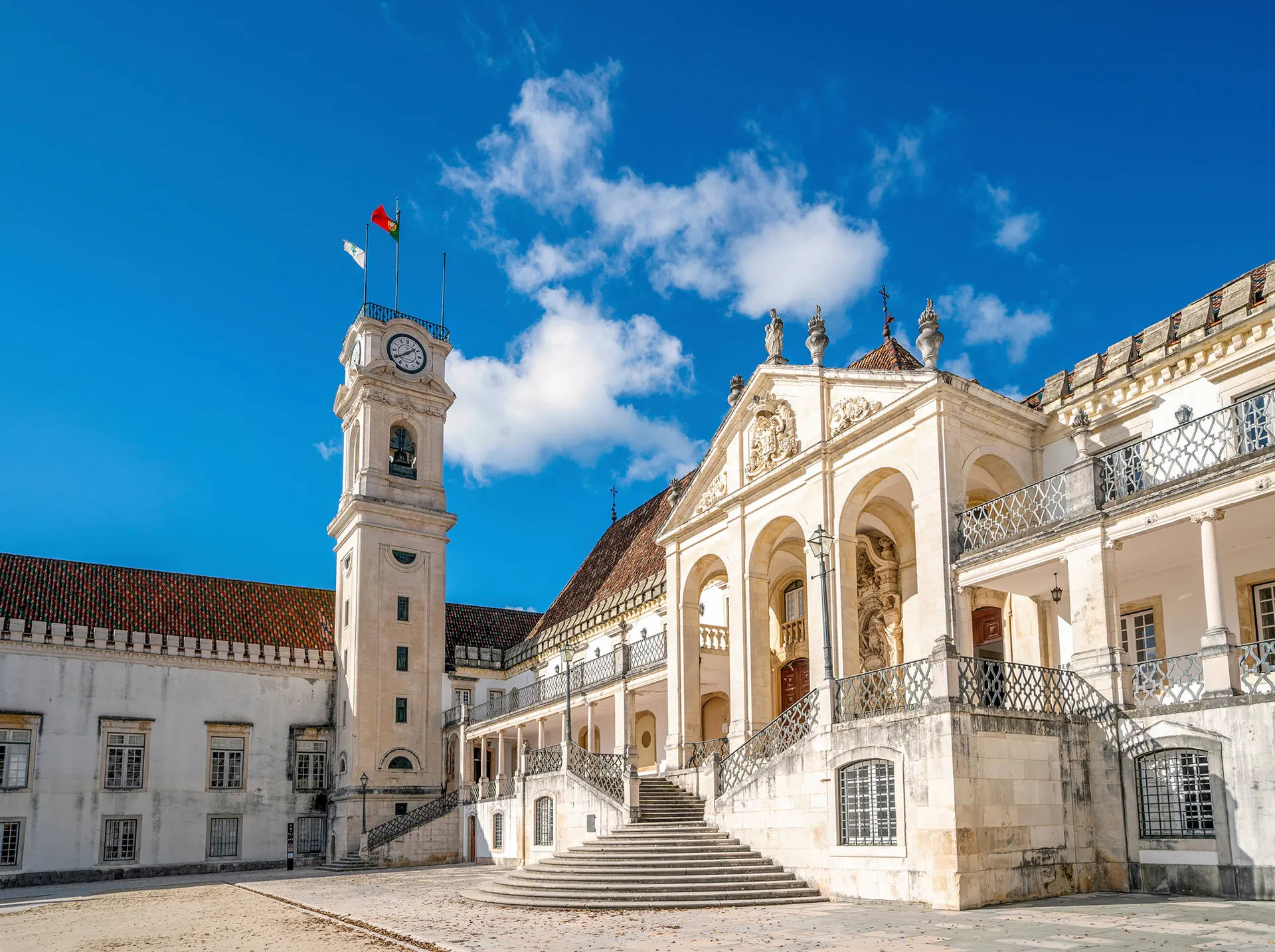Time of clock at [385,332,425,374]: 1:39
